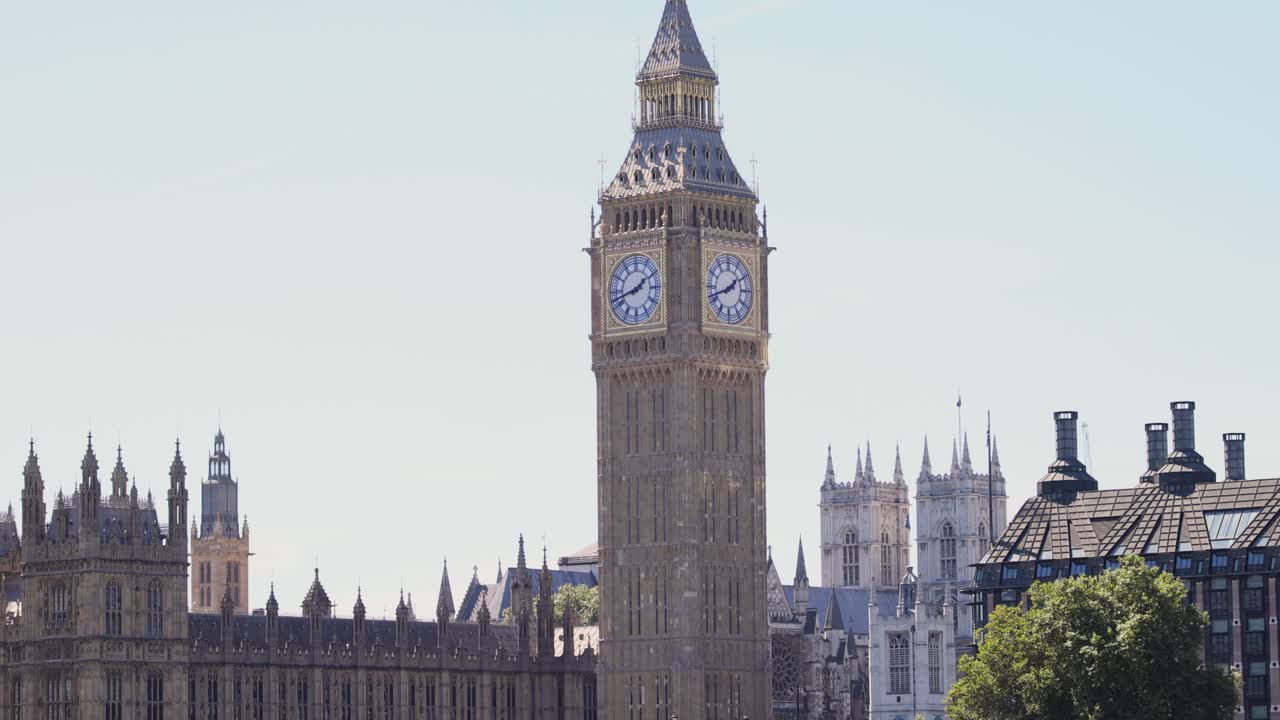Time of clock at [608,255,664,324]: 1:42
